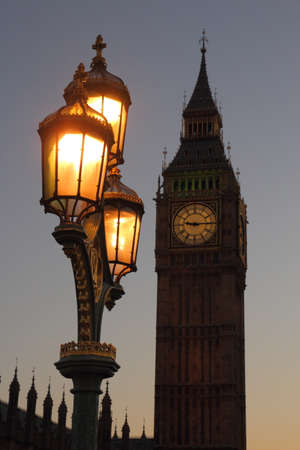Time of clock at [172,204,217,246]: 9:14
